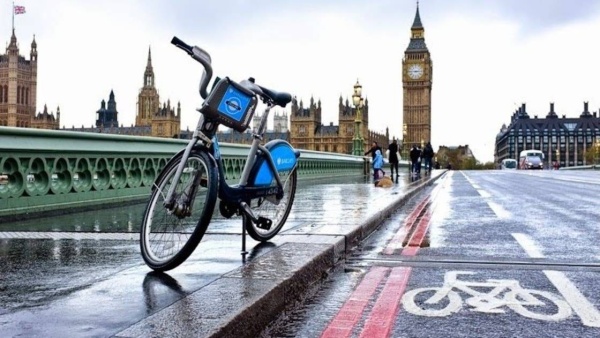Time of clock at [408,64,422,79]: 2:45
